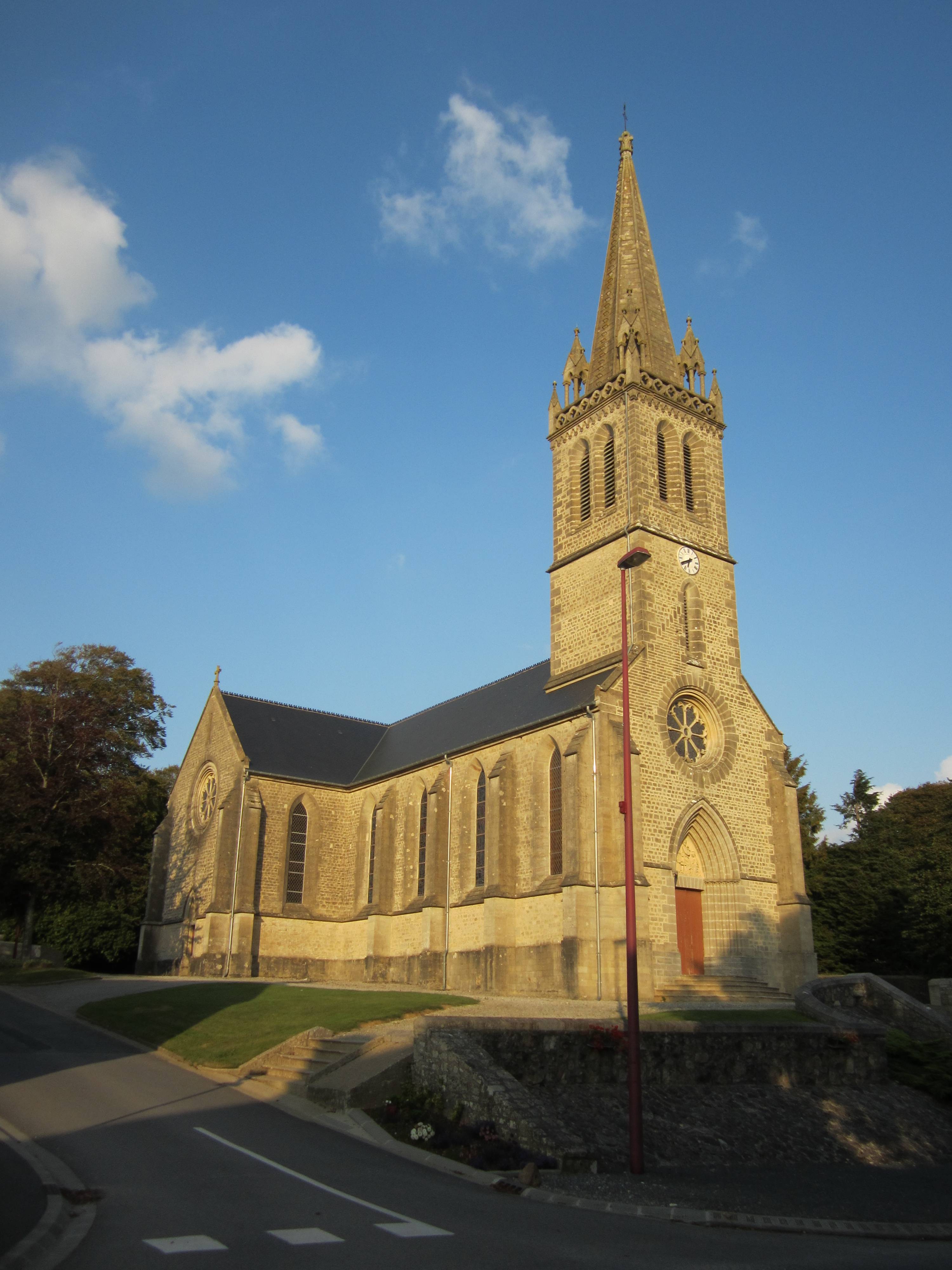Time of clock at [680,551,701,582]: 6:40
